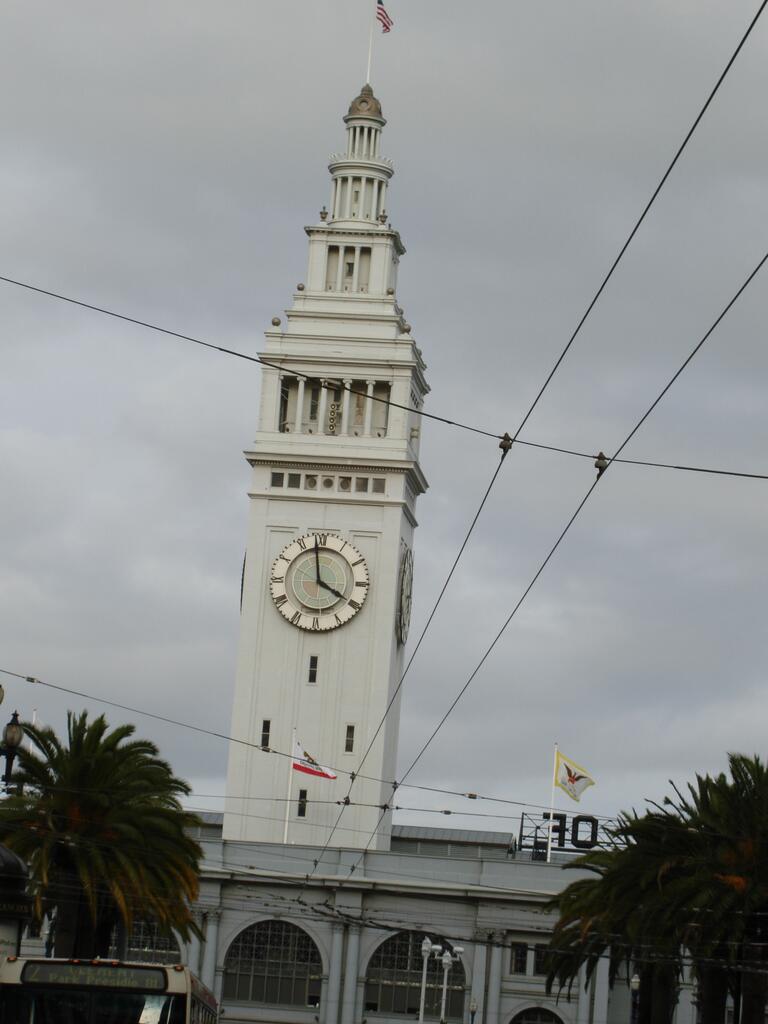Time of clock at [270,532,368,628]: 3:58
